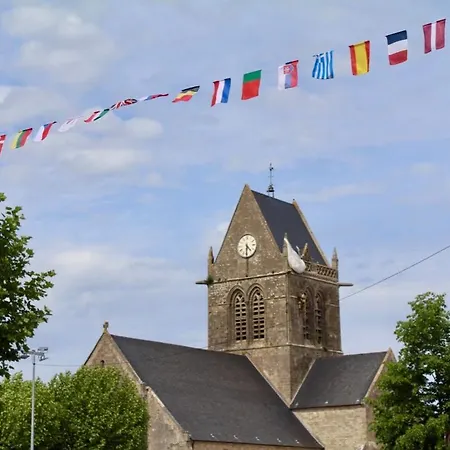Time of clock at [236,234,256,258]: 4:30
